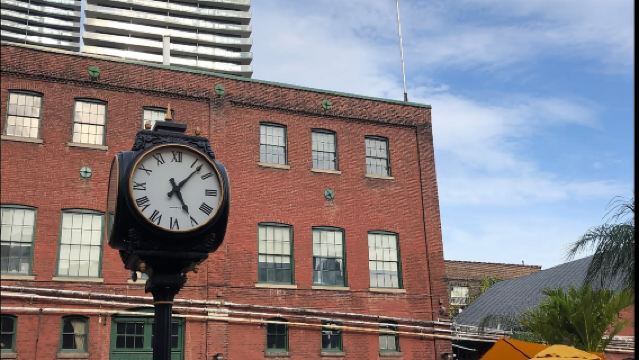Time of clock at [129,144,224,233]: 5:06
